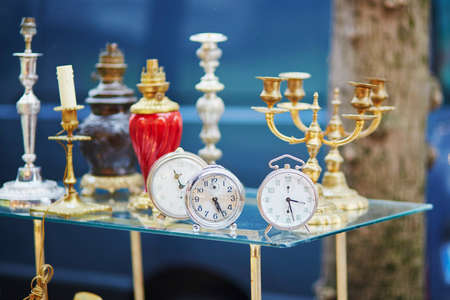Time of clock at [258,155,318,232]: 3:27
